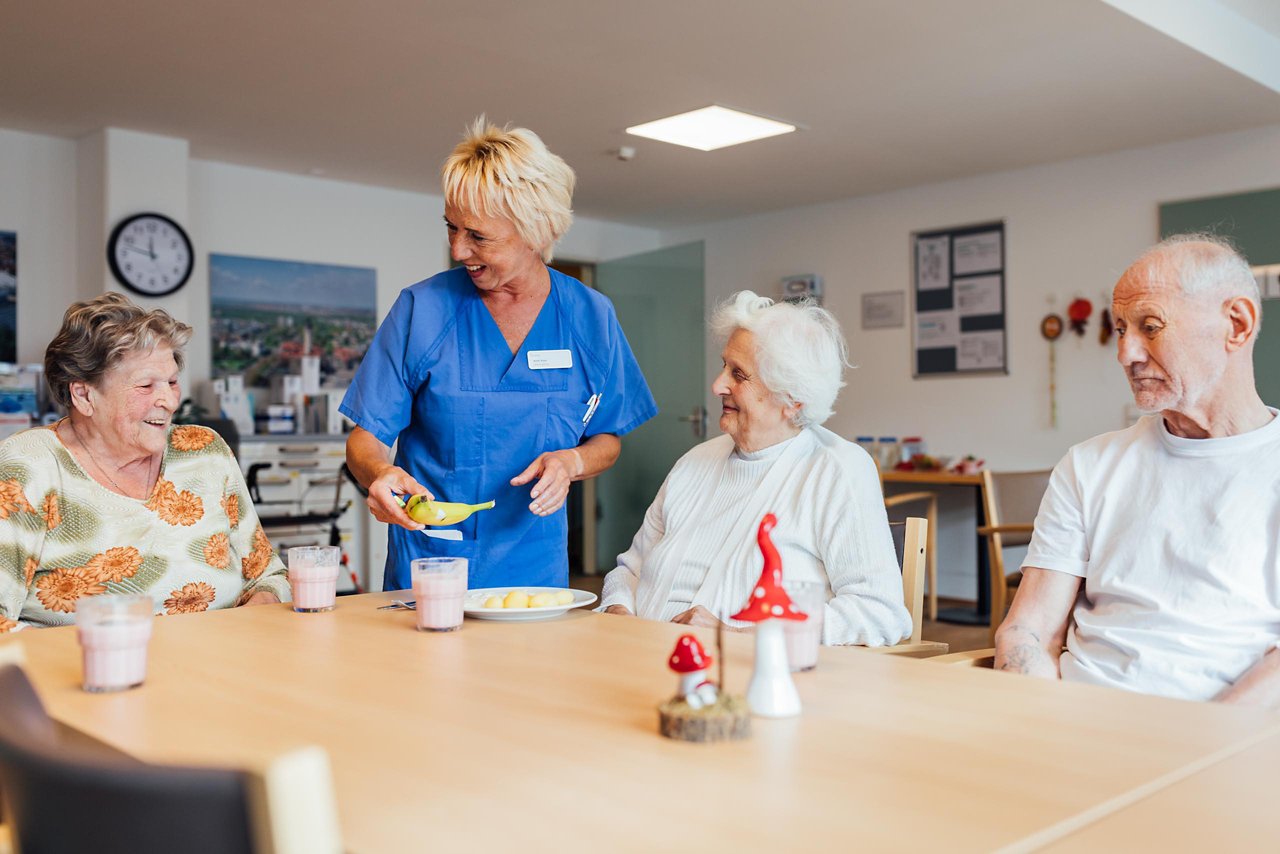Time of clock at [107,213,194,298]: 11:47
